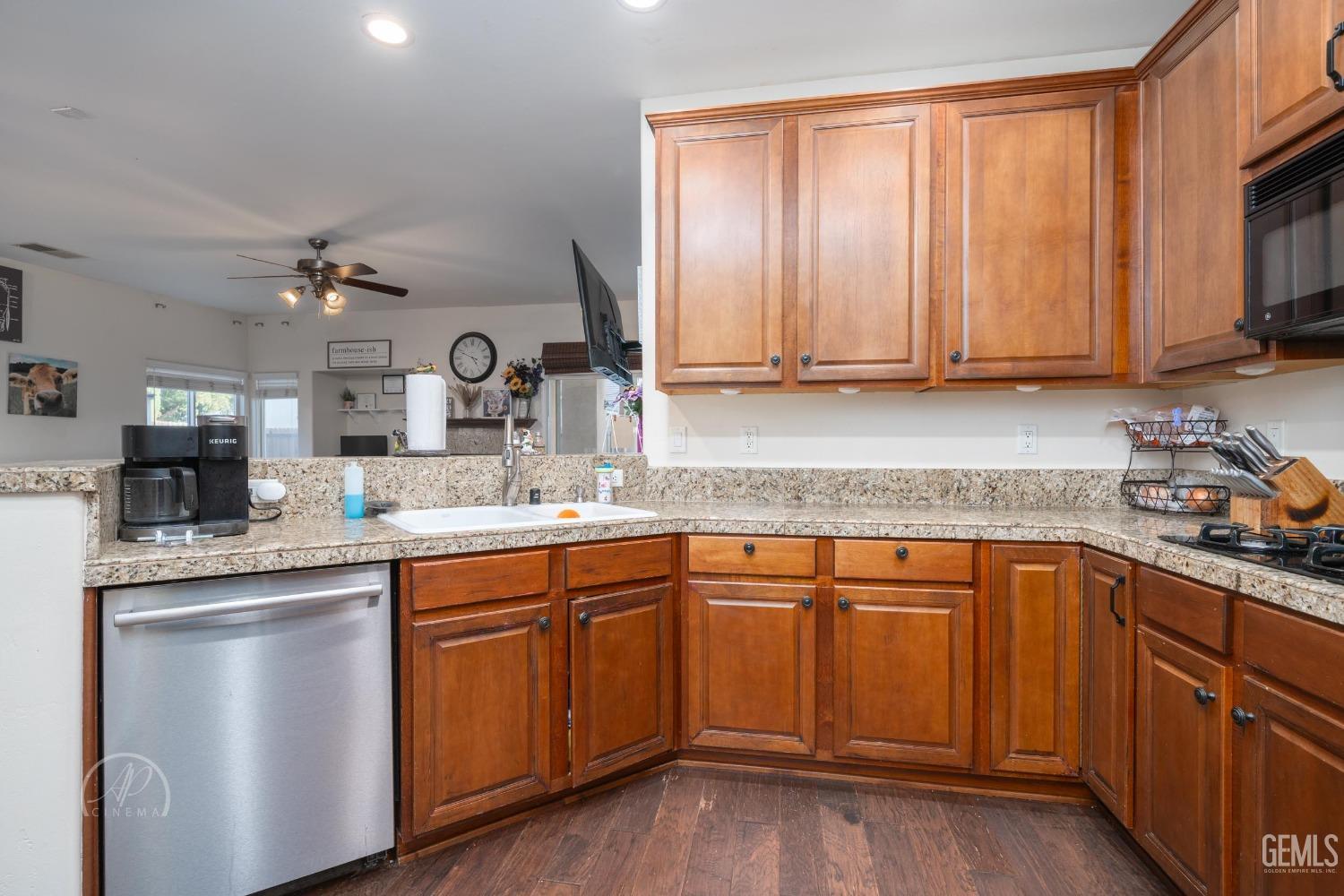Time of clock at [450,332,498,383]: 4:48
